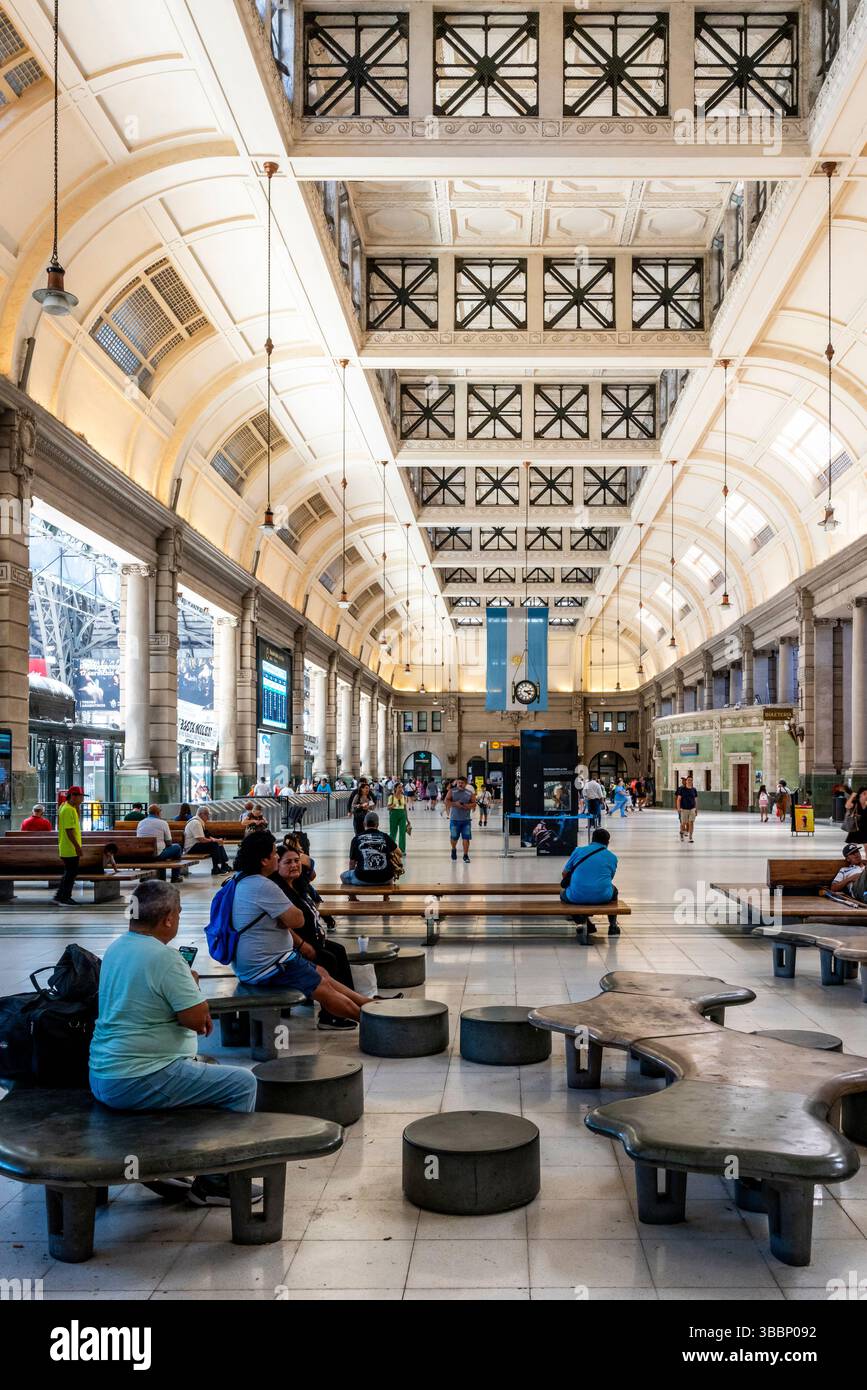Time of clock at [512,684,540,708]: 4:13
